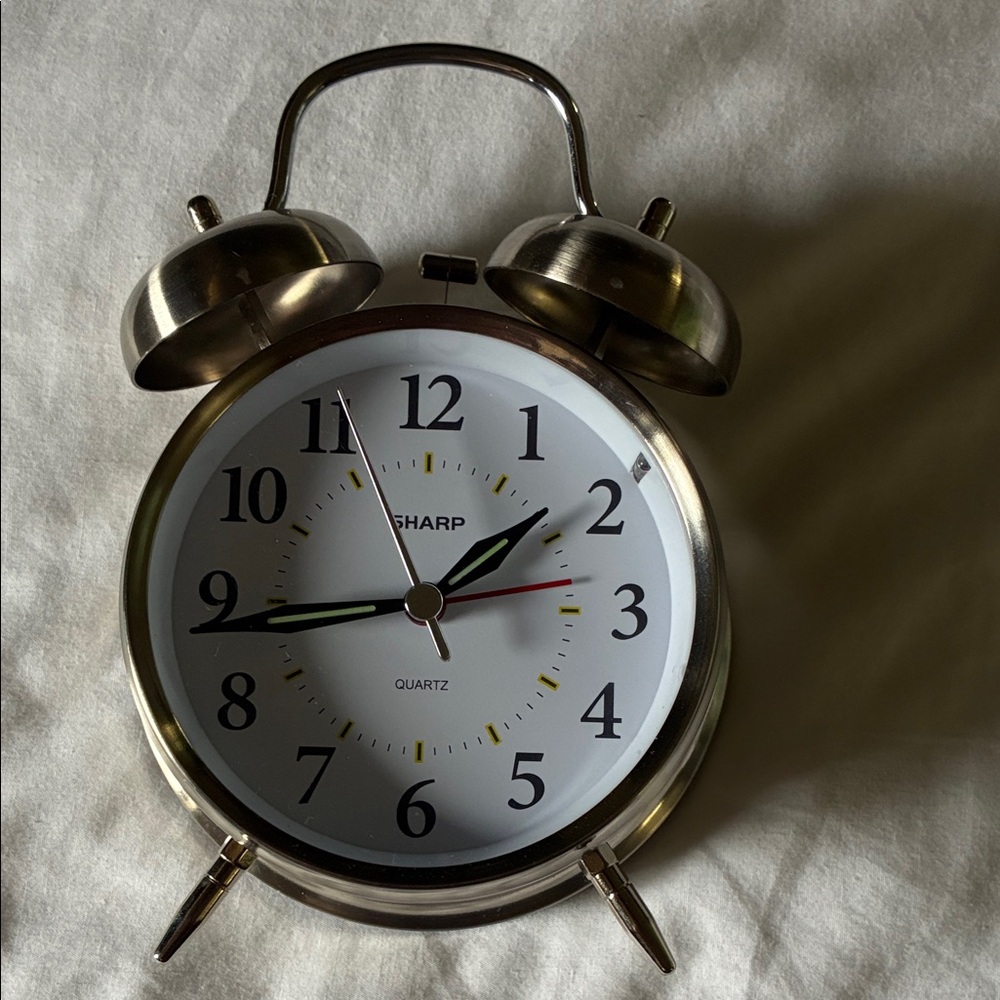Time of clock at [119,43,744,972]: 1:43
